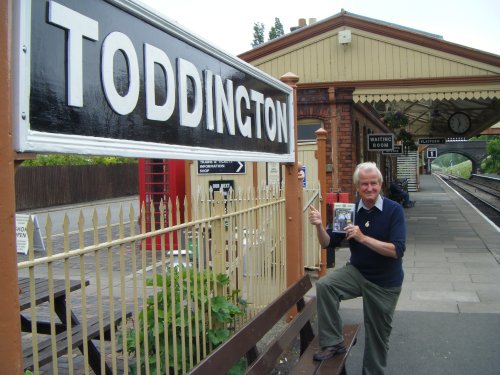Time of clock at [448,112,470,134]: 11:32
